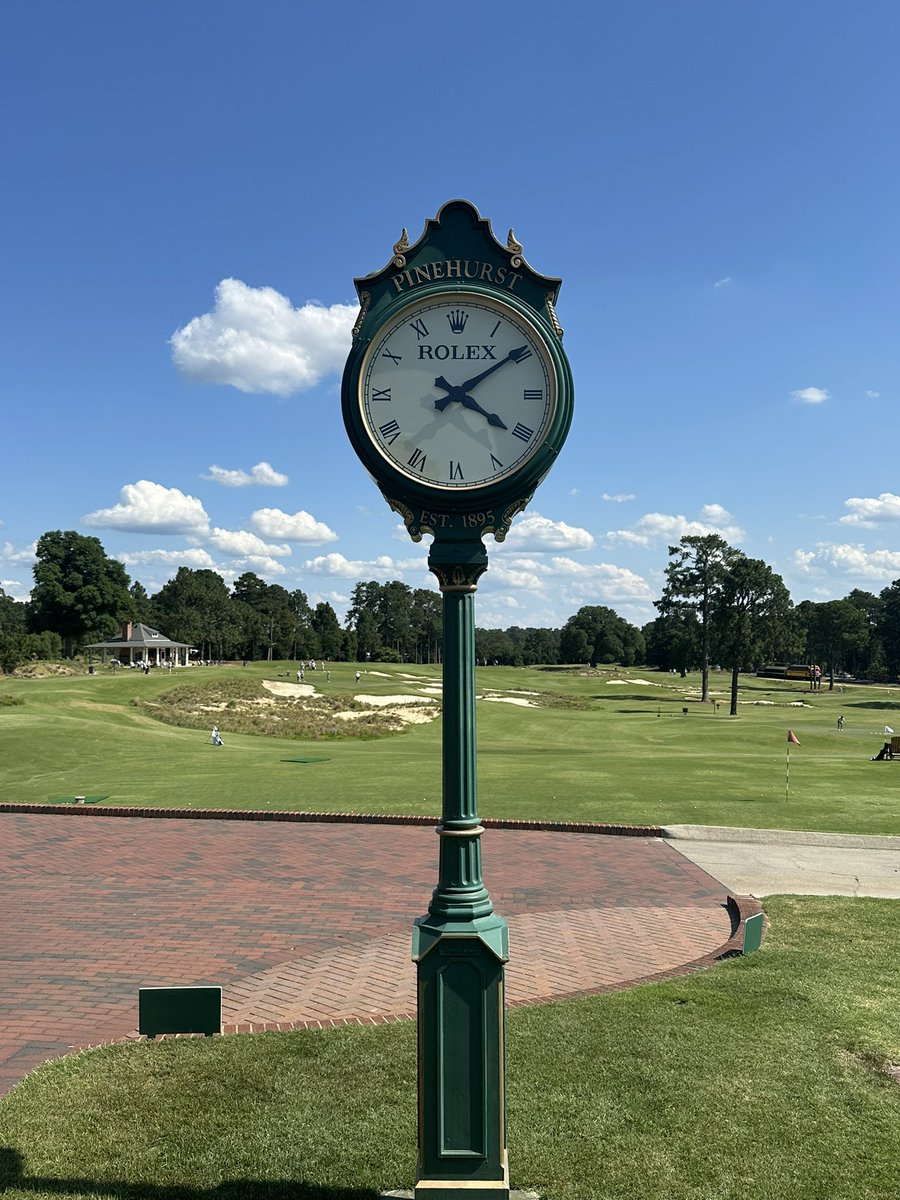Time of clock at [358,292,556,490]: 4:09
